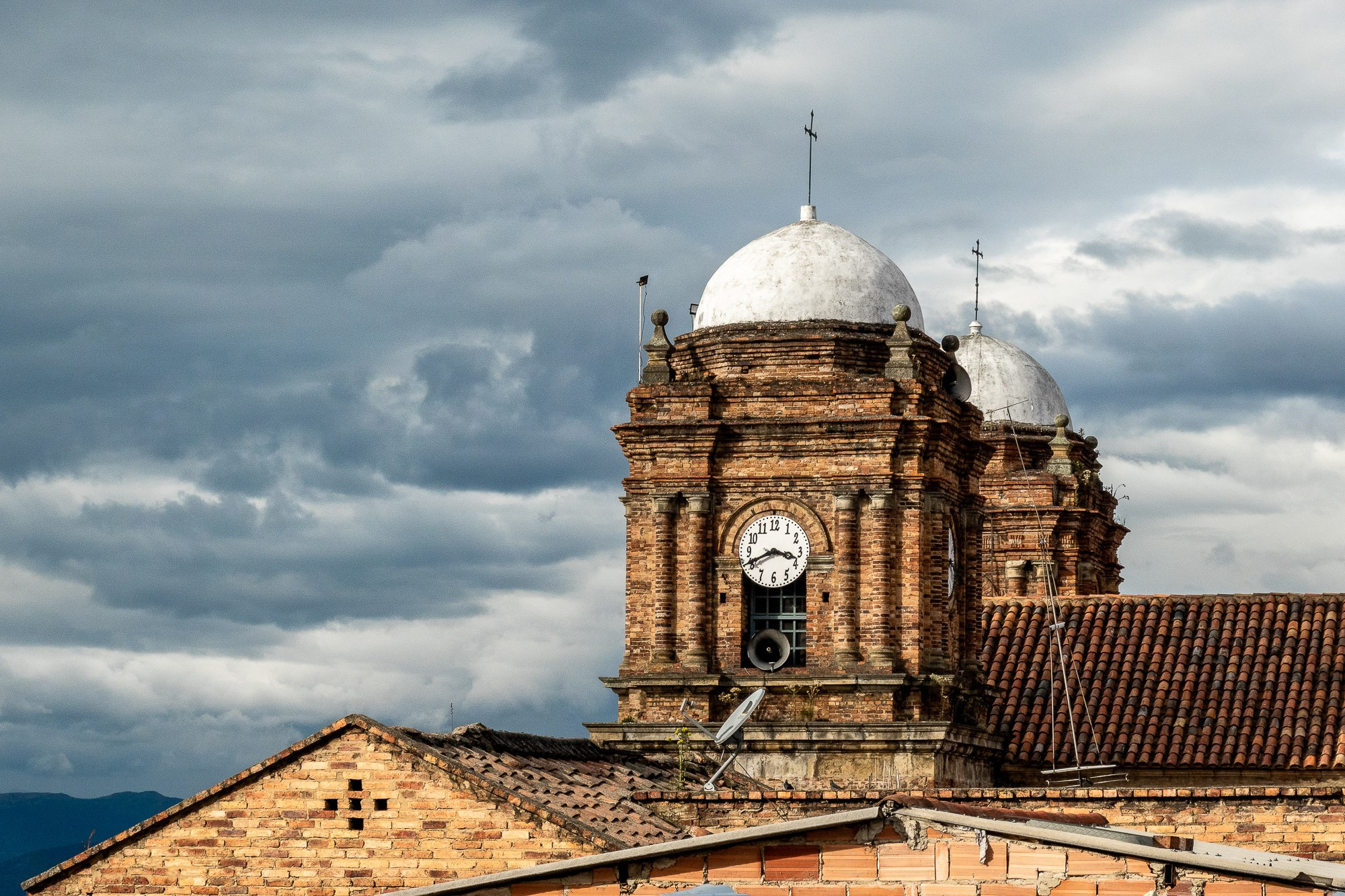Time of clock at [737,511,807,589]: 3:40
